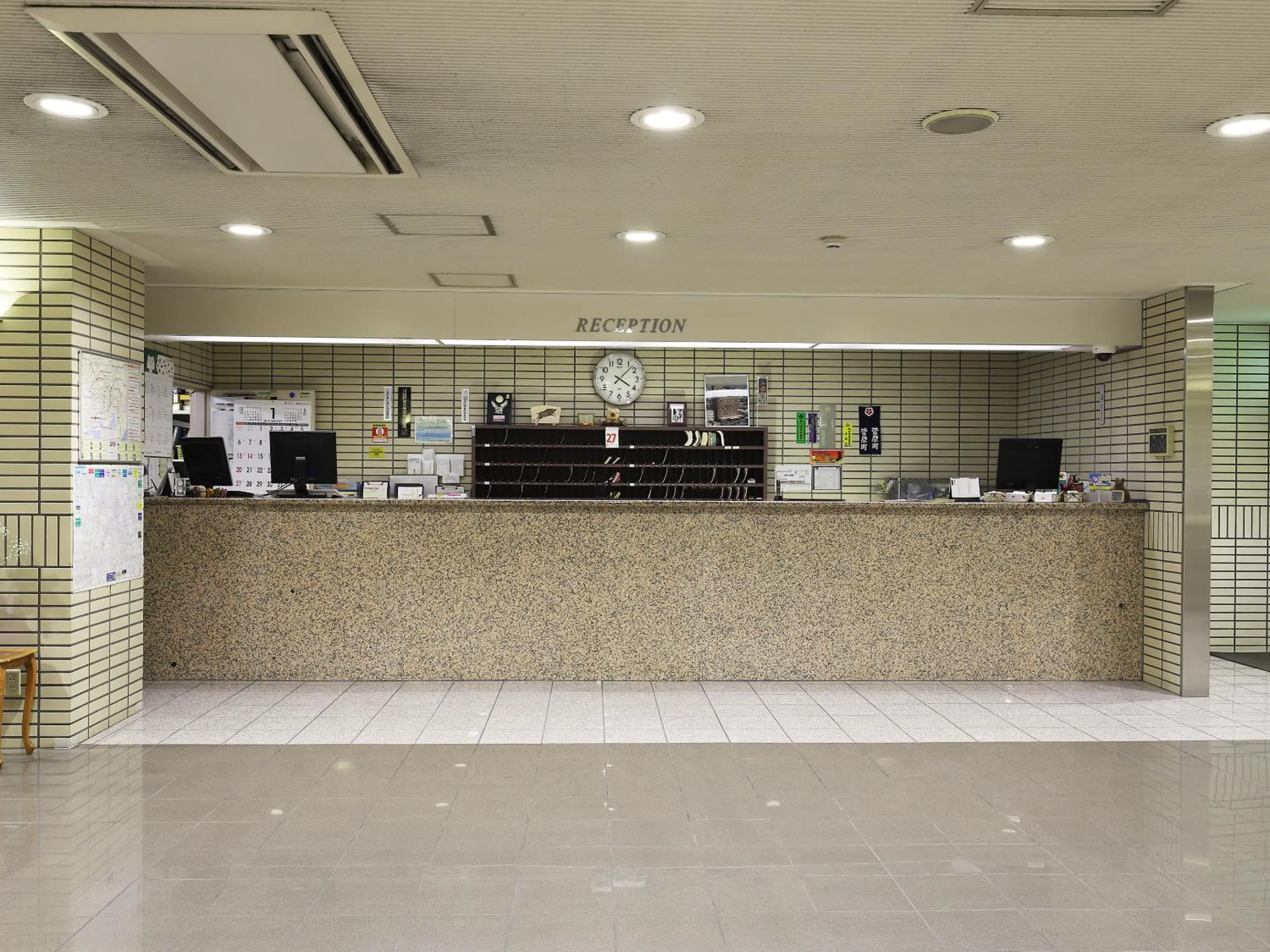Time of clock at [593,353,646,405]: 4:07
